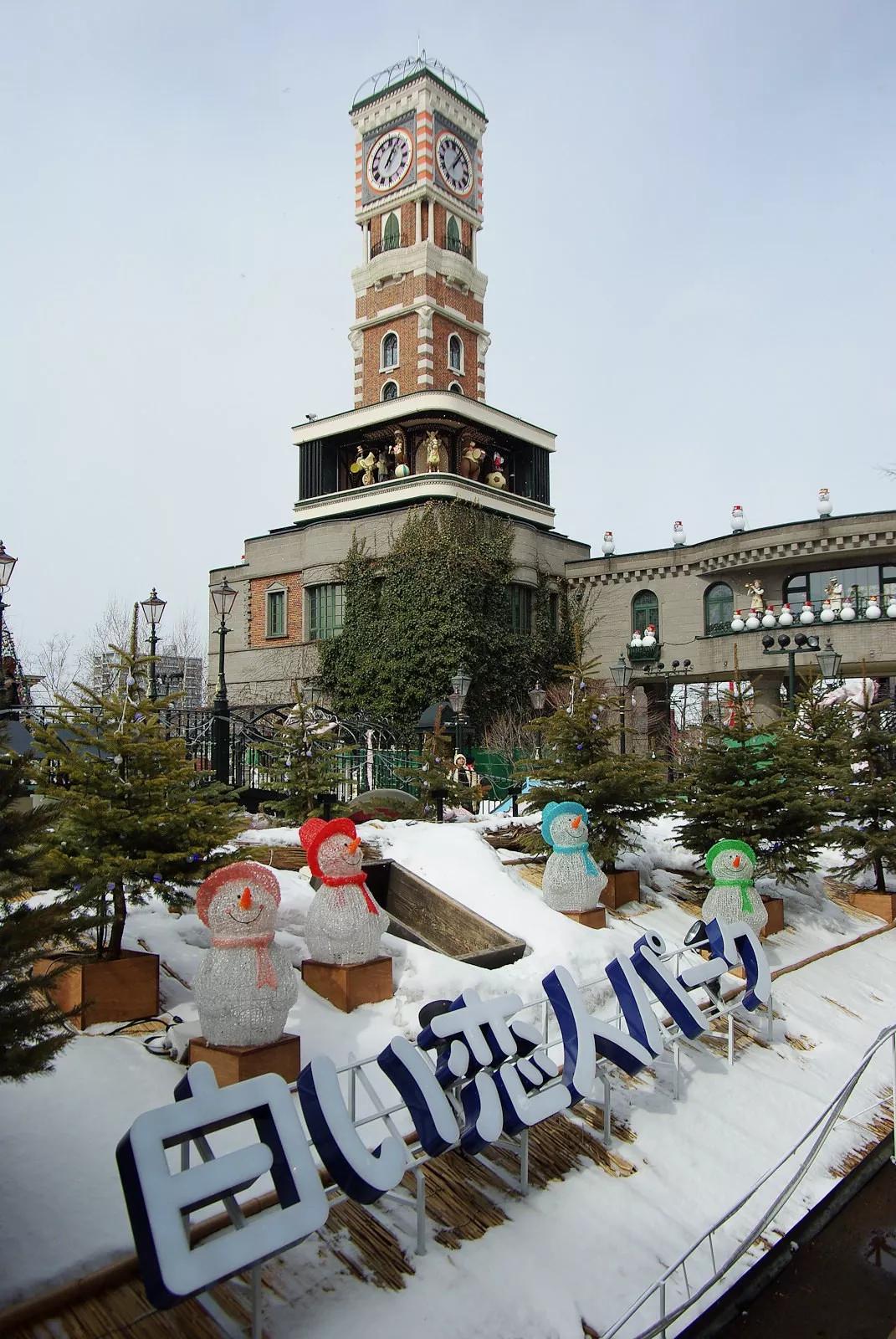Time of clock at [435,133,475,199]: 1:06
